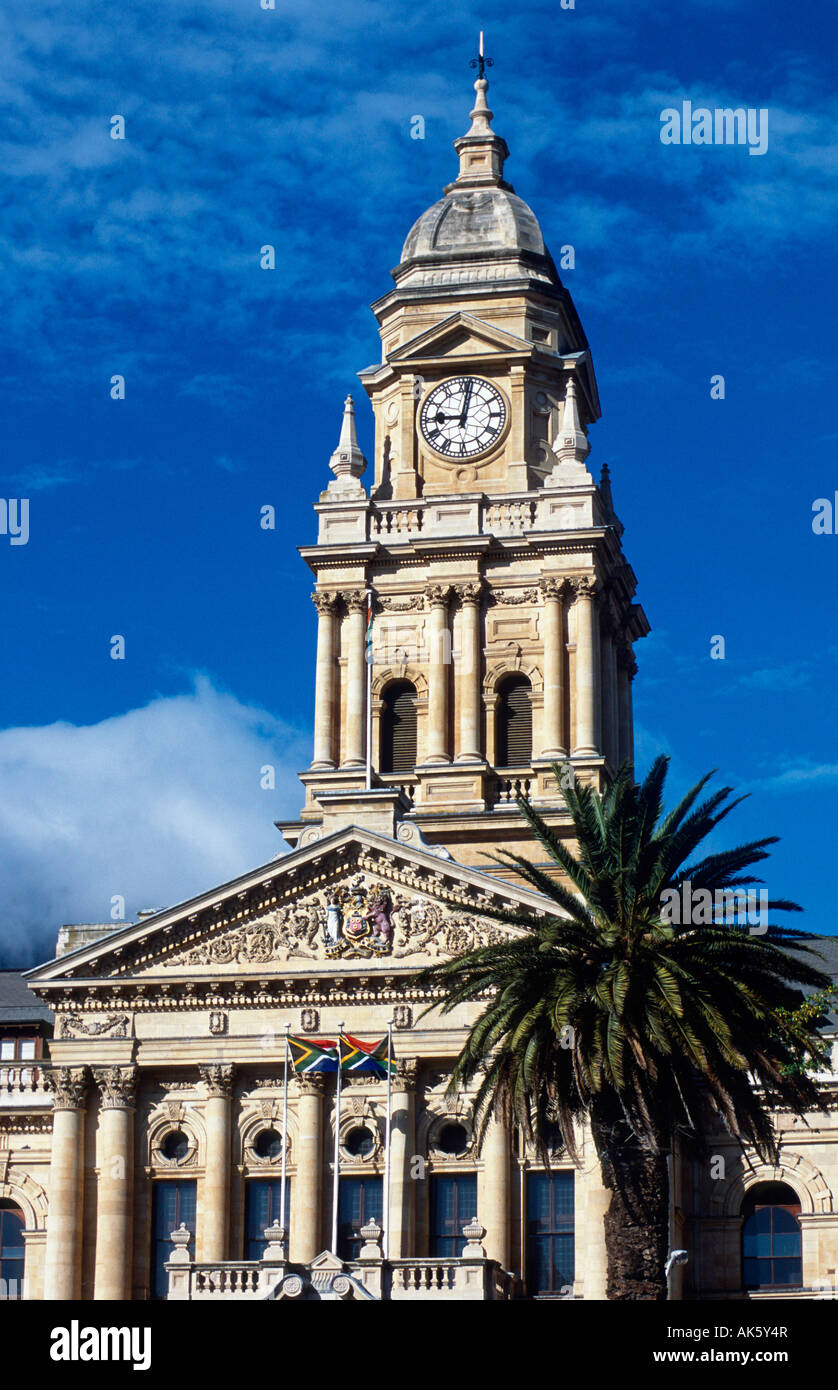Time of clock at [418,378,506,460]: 9:01
